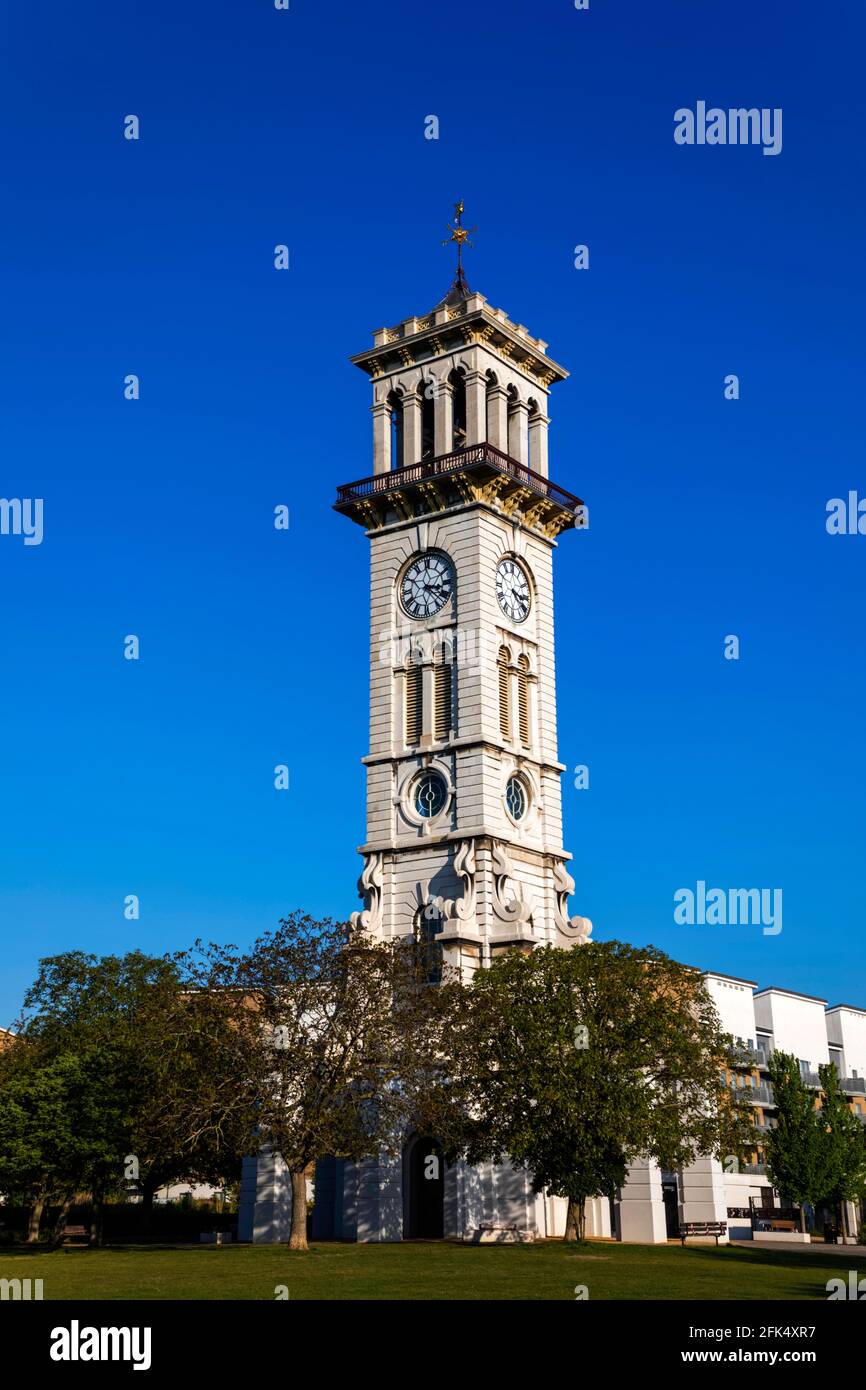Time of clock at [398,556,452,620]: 3:22
